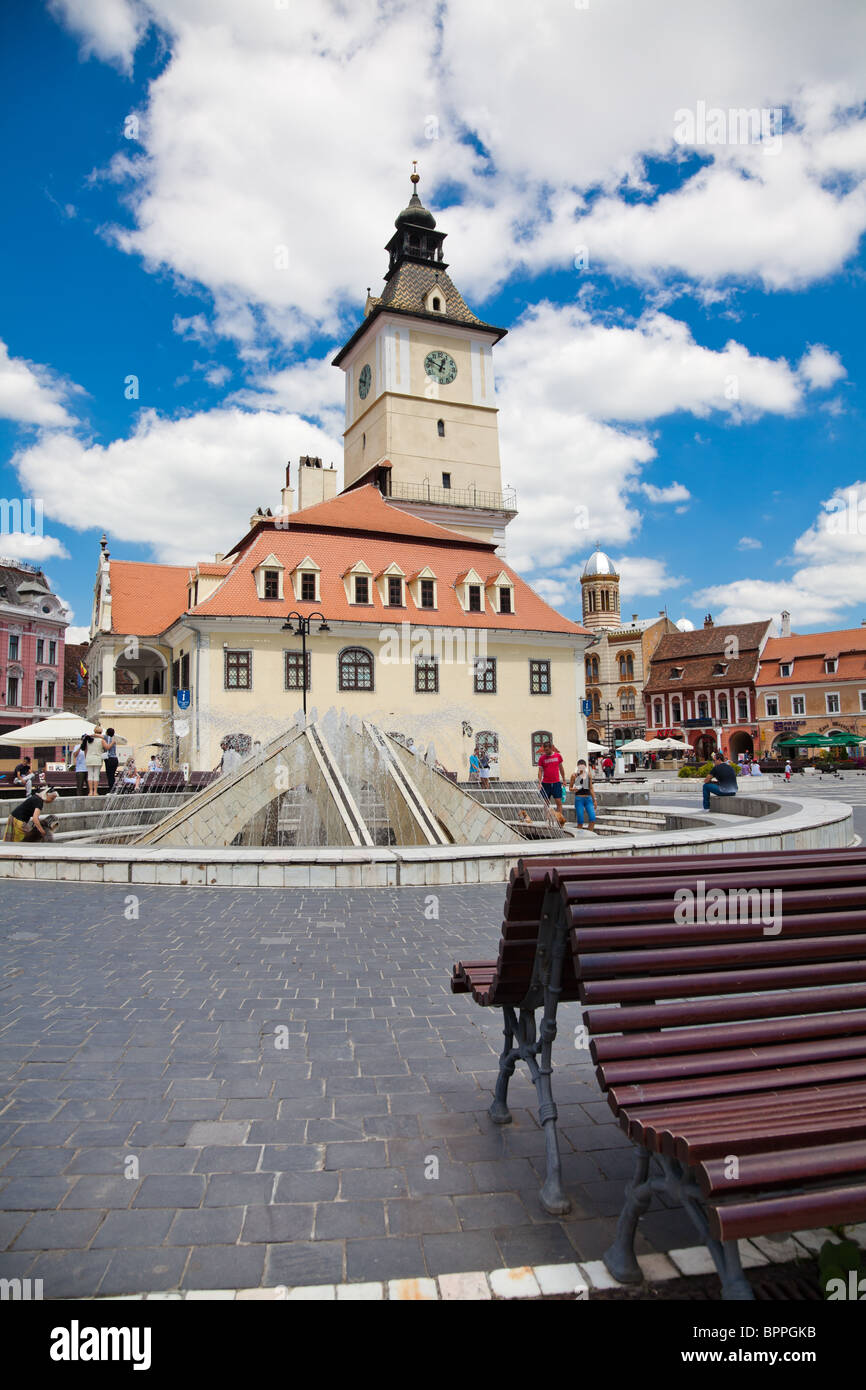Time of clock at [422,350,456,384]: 12:49
